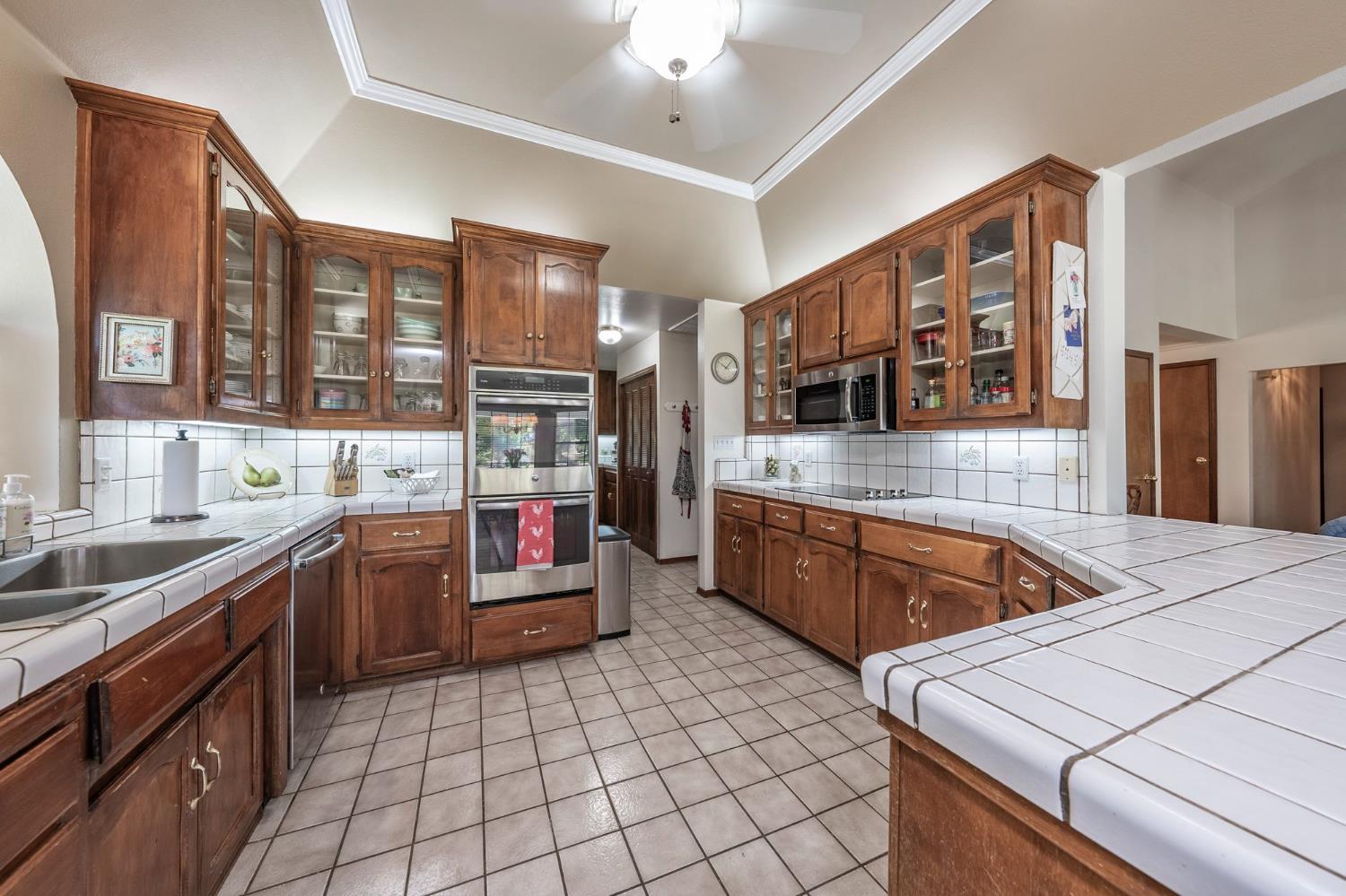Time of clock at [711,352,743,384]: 10:07
